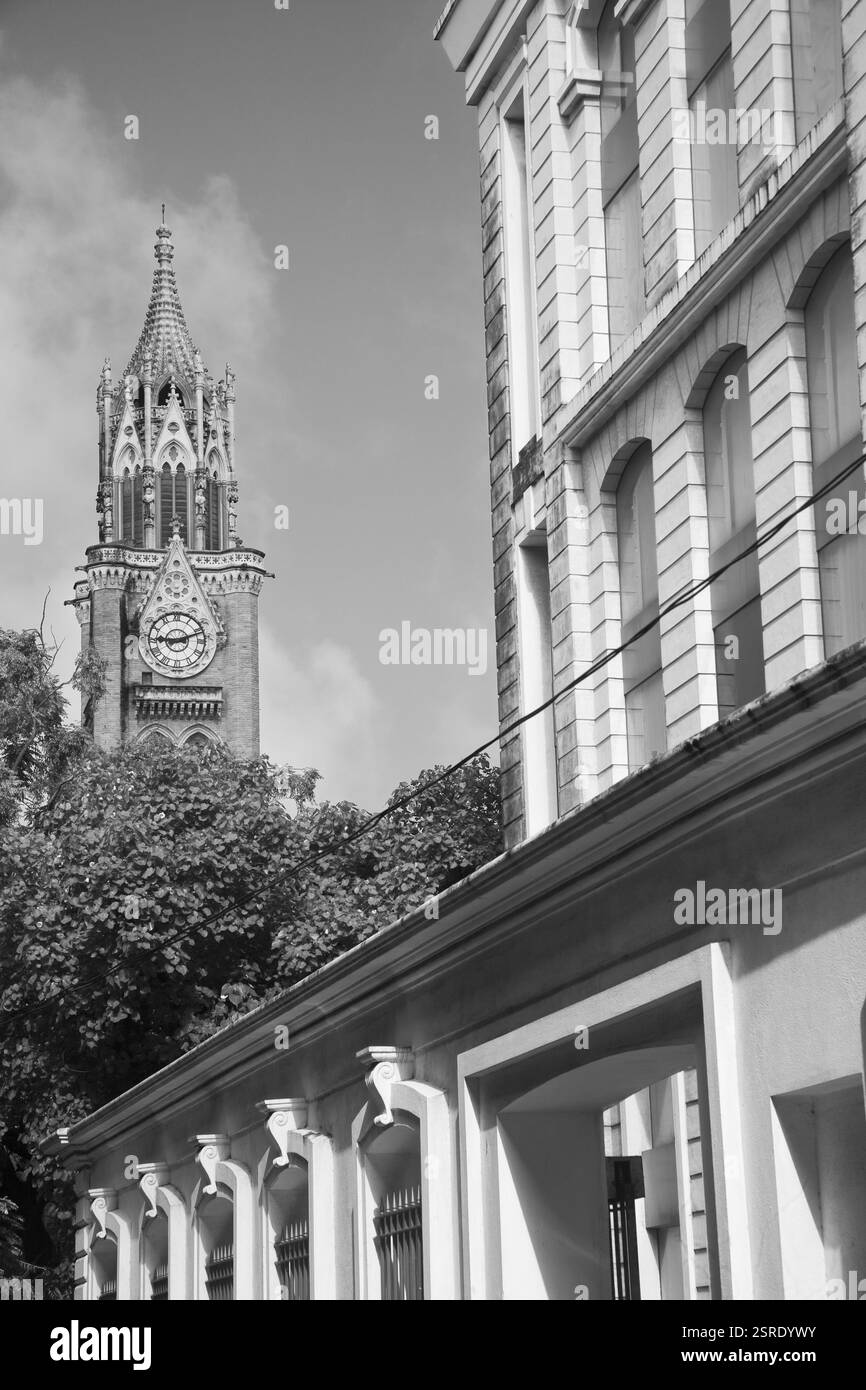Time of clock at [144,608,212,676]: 9:11
